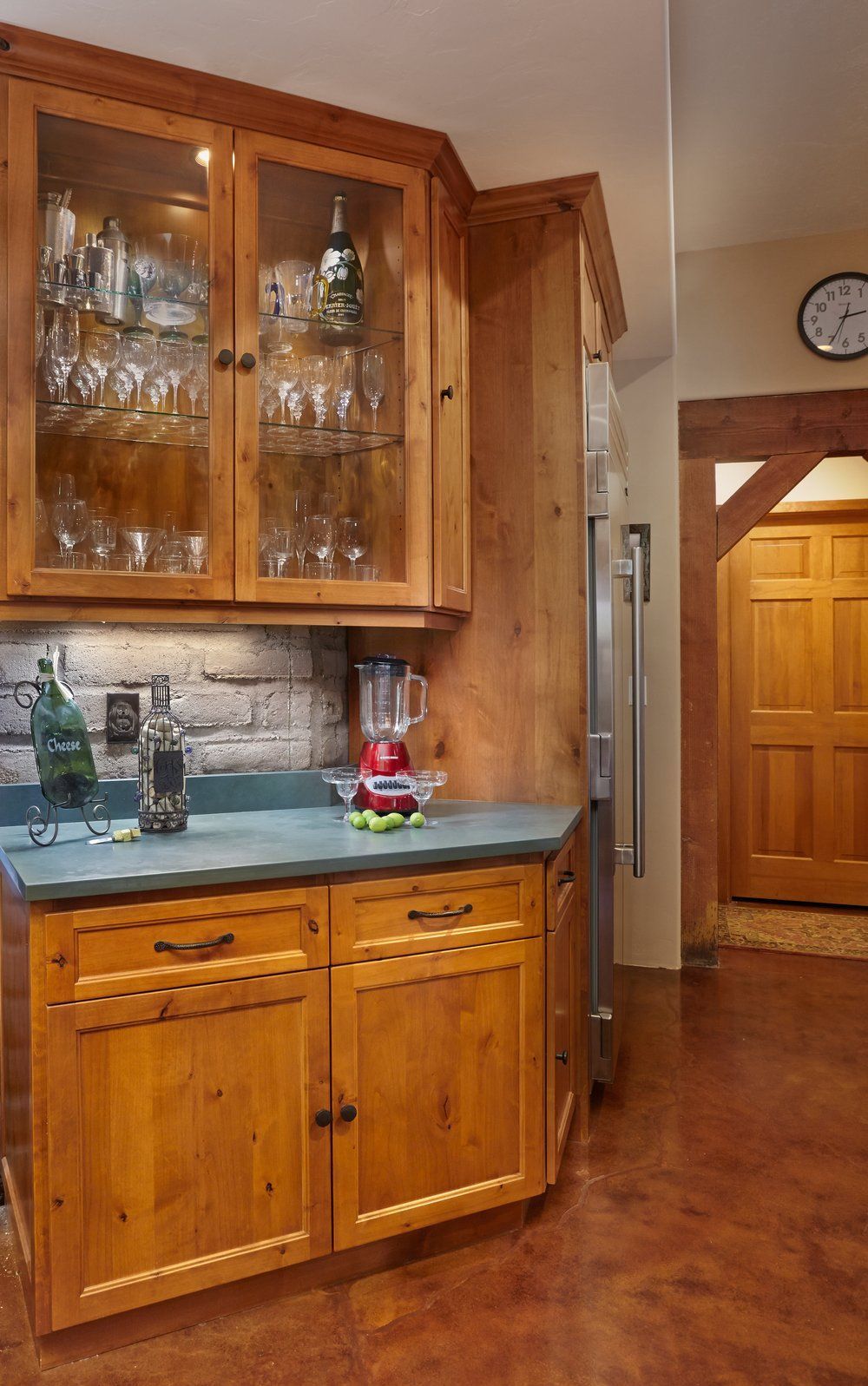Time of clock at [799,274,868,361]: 2:34
